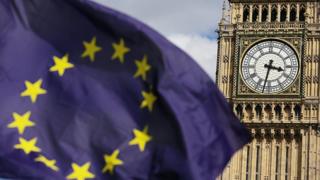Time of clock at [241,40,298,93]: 3:32
